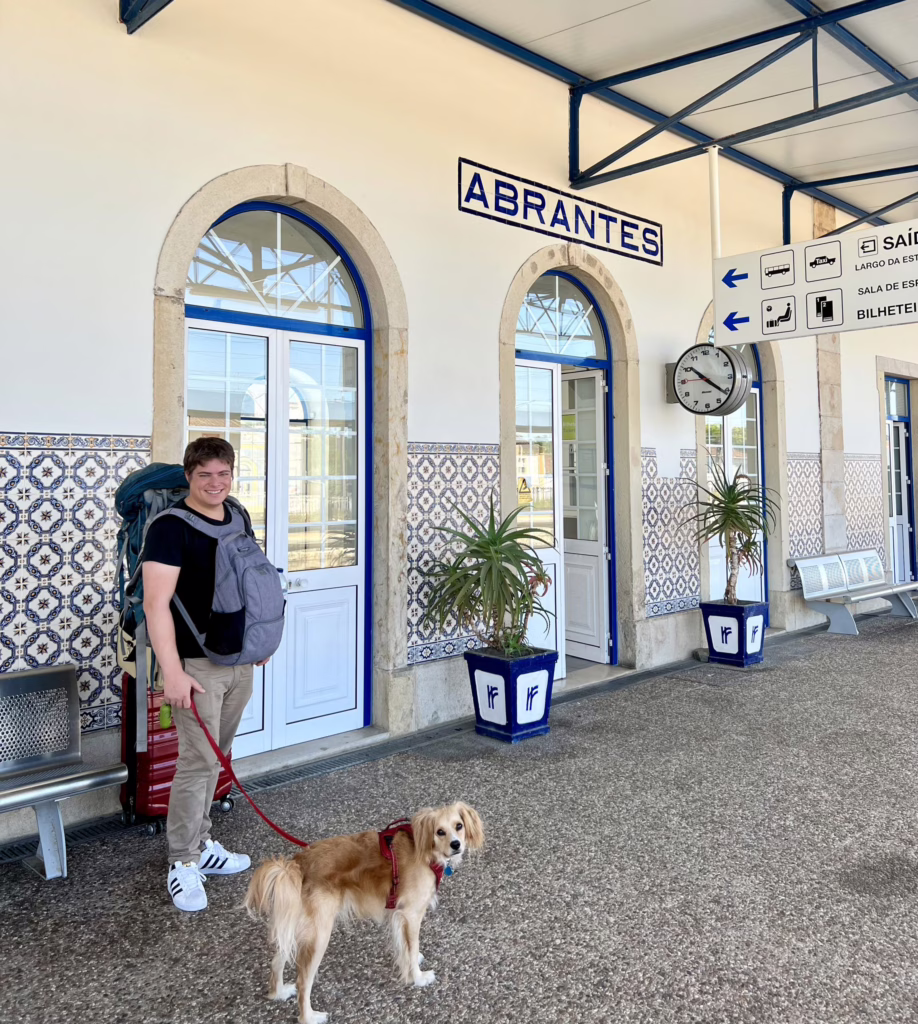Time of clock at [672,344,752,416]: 10:21
